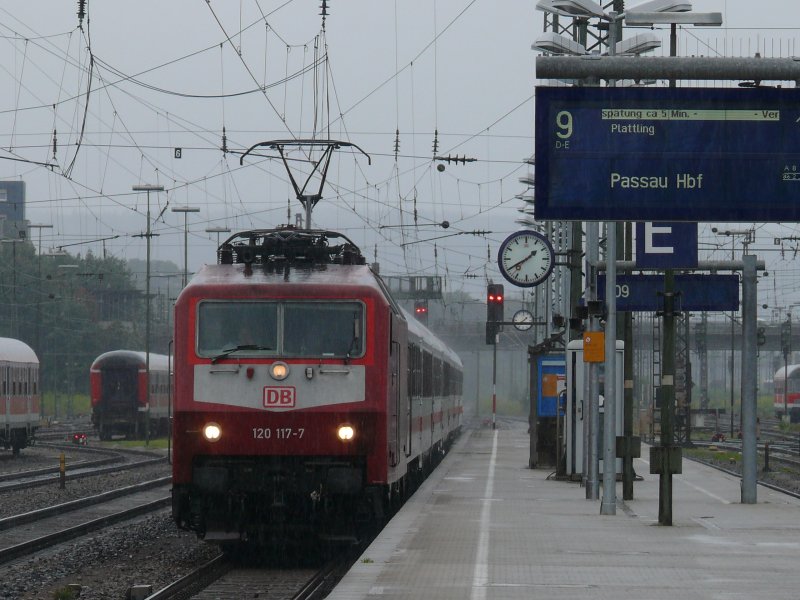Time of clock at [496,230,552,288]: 1:39
